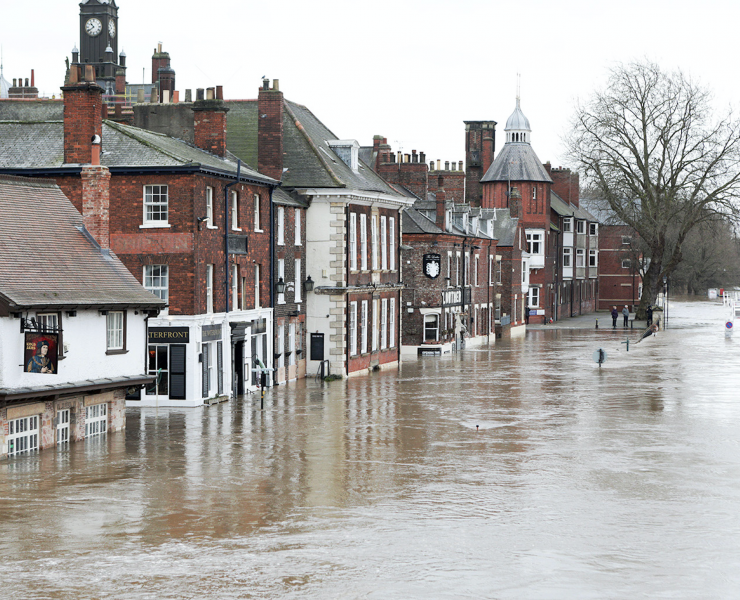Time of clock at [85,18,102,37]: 10:39
